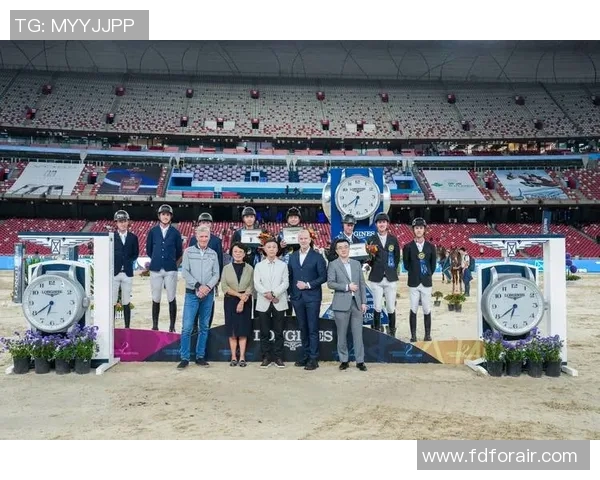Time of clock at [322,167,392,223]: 6:39
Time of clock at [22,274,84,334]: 6:39
